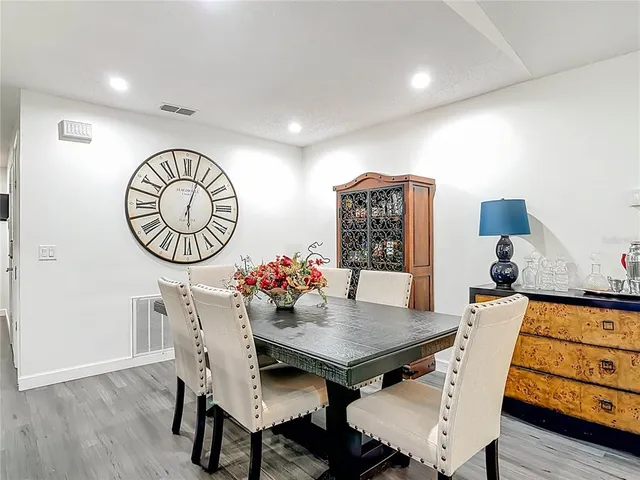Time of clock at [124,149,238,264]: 6:03
